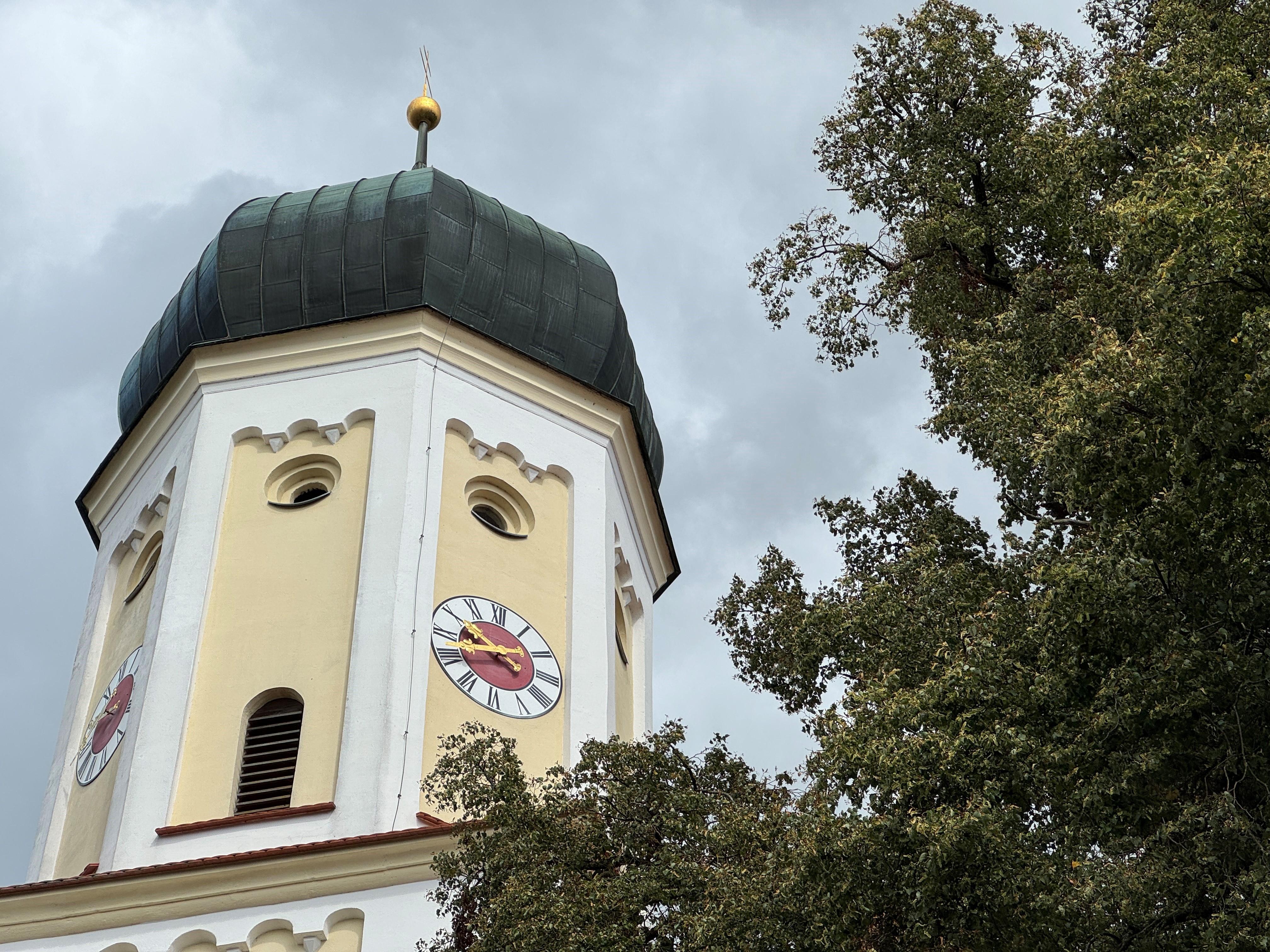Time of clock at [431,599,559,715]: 9:42
